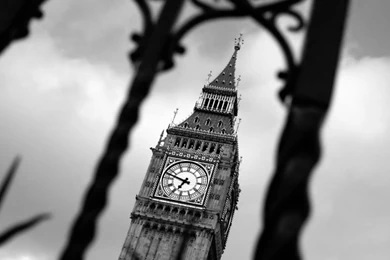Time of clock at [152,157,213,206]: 6:47
